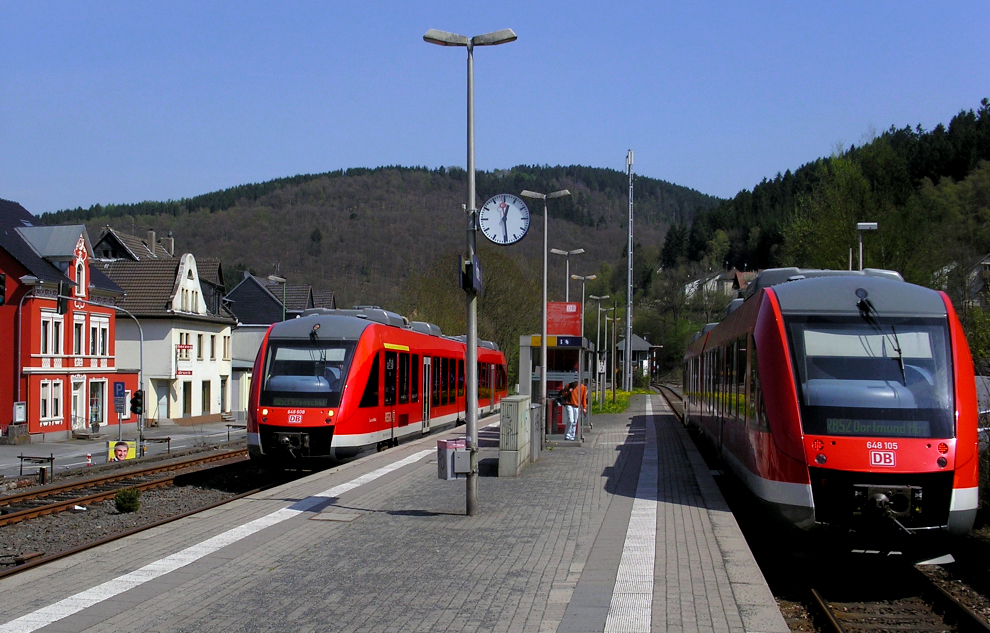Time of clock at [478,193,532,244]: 12:29
